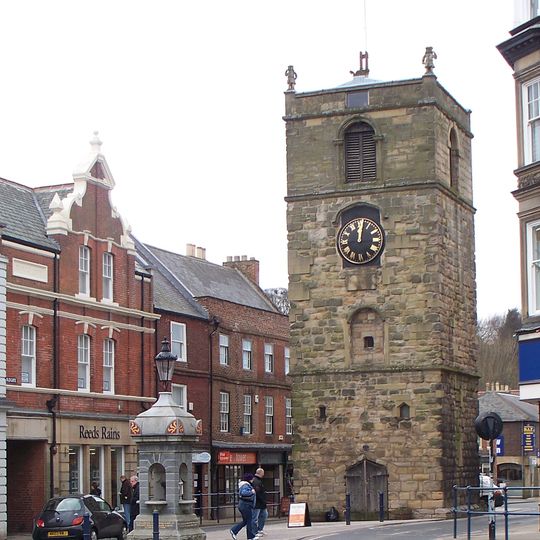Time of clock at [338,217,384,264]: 12:01
